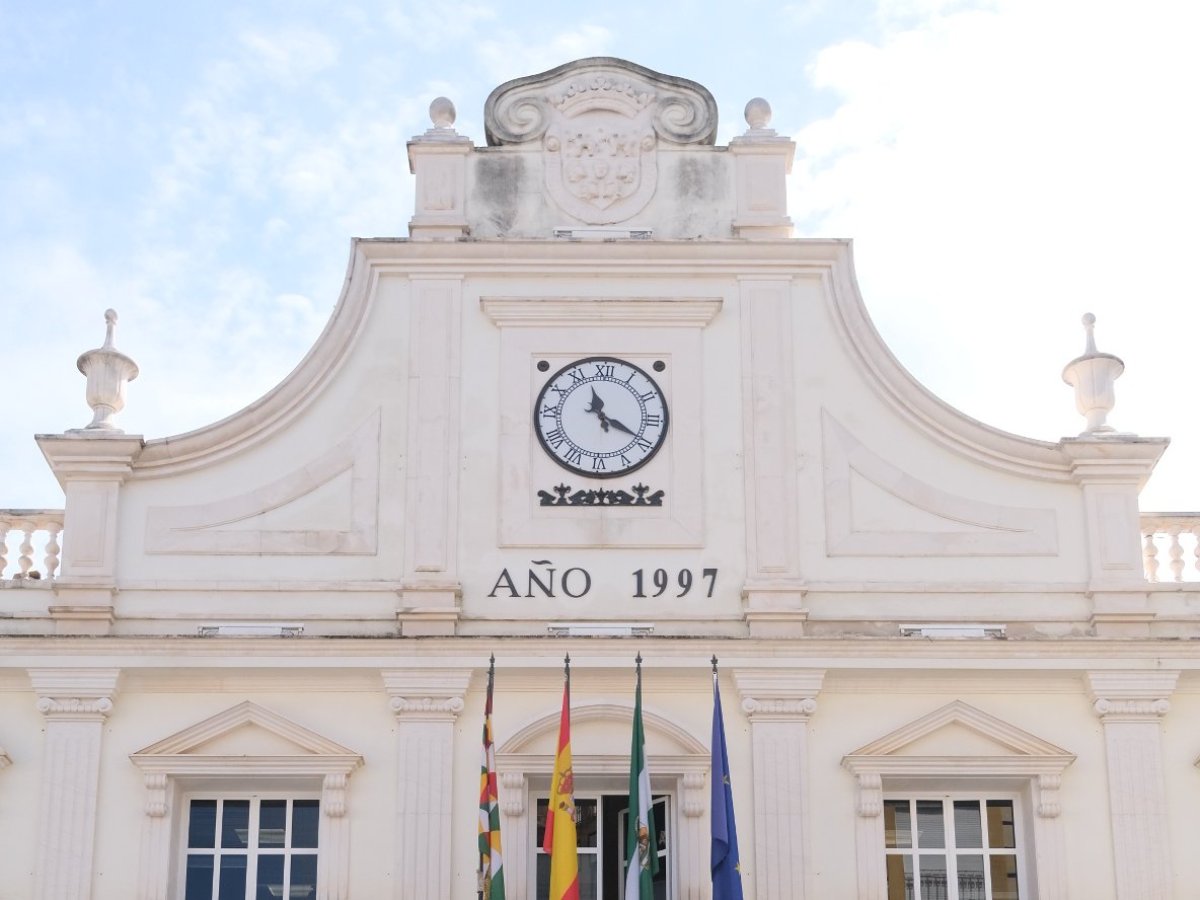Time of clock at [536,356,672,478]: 11:19
